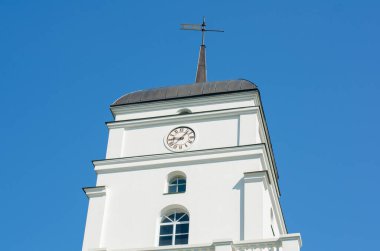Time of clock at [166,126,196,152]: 9:07
